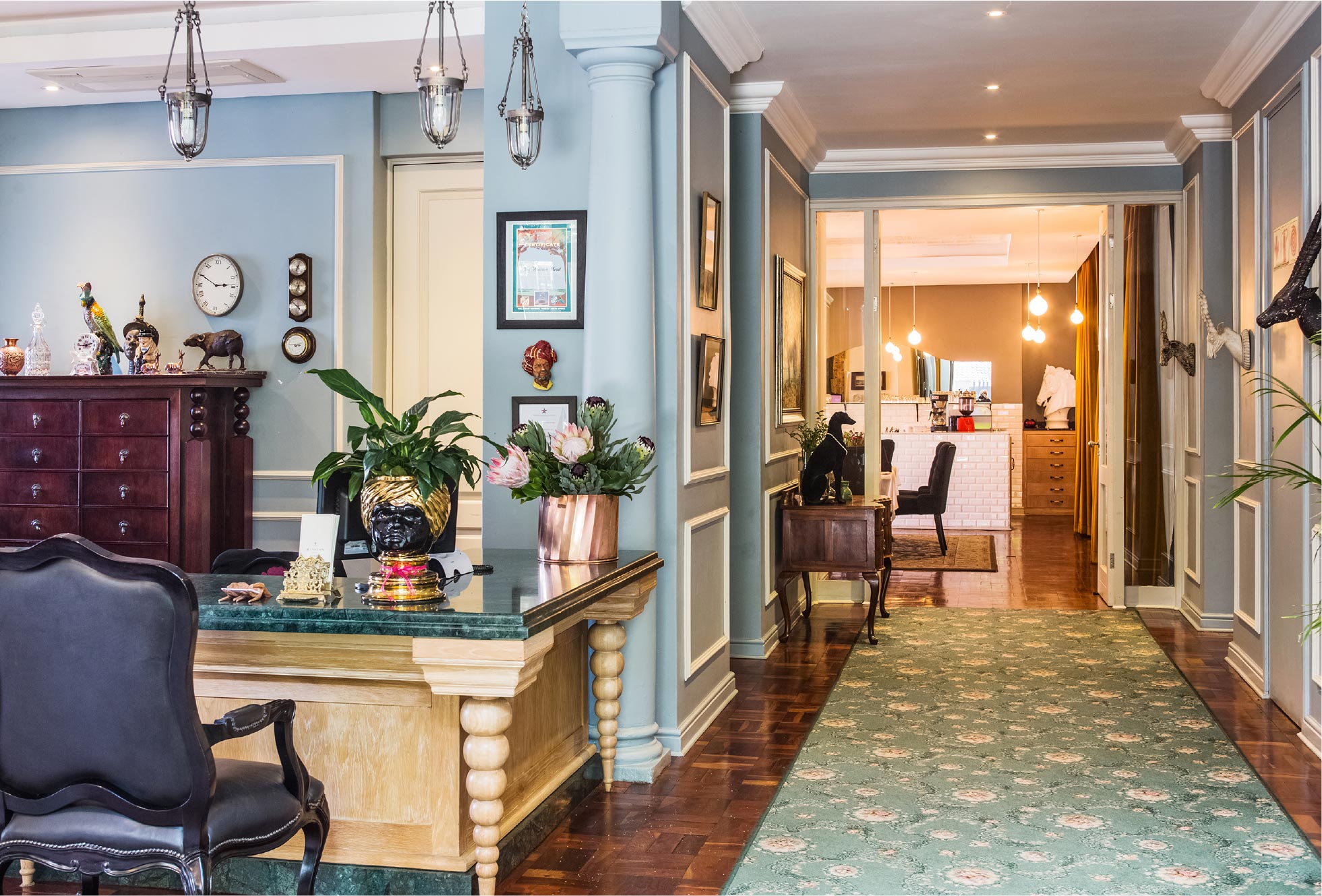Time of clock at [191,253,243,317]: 2:50
